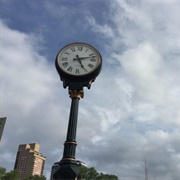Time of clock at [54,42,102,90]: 5:12
